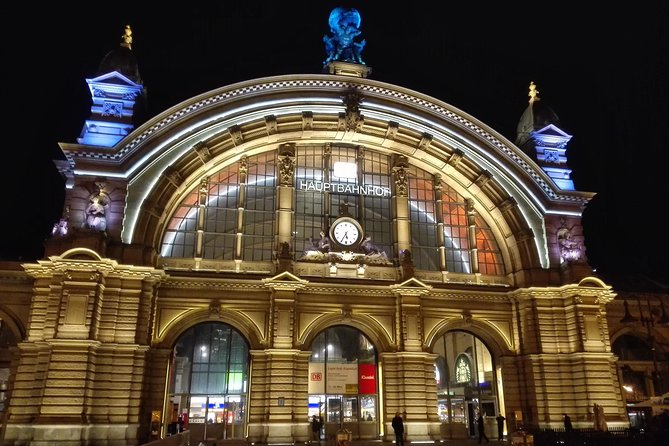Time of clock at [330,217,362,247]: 5:34
